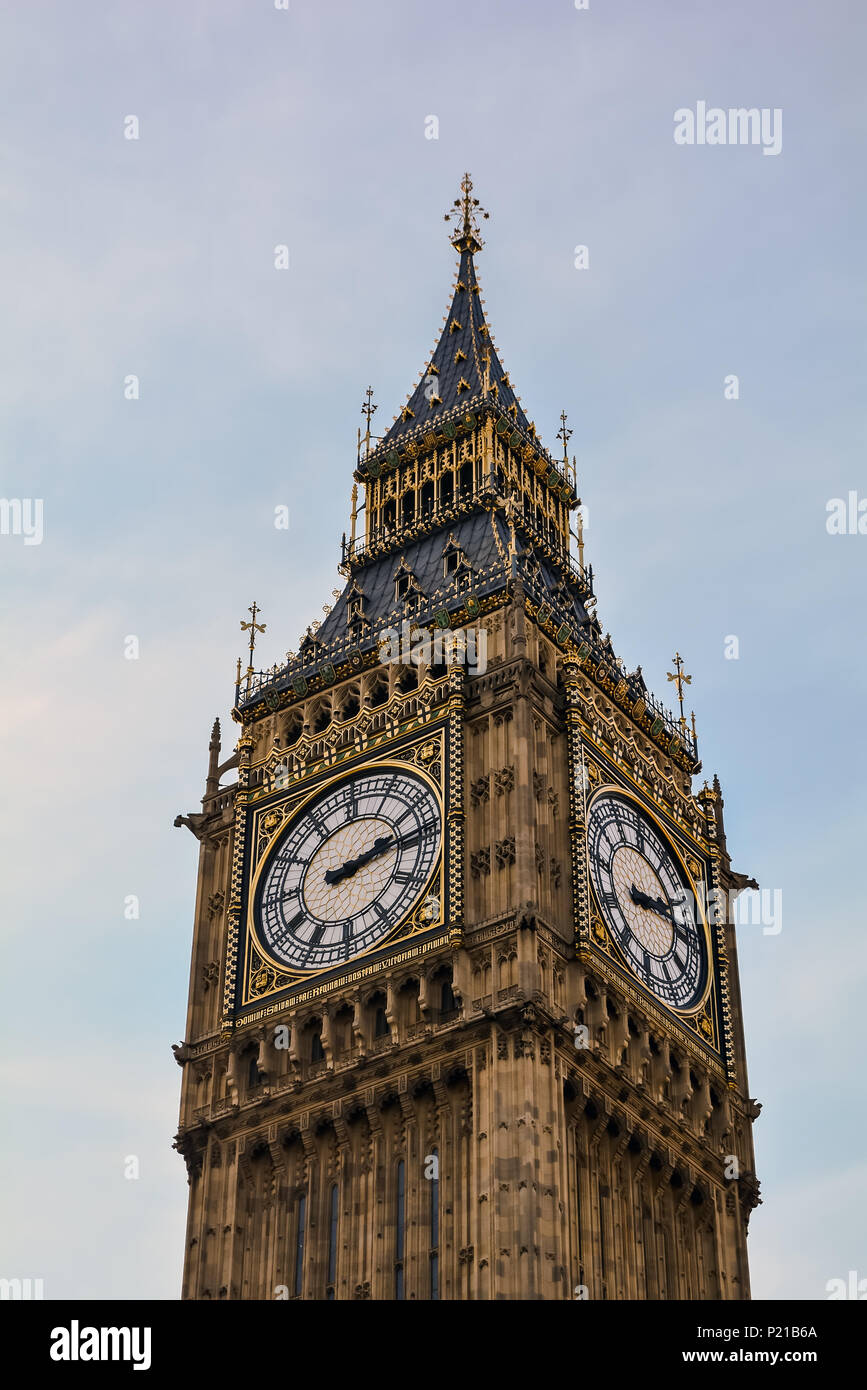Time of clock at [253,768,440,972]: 2:13
